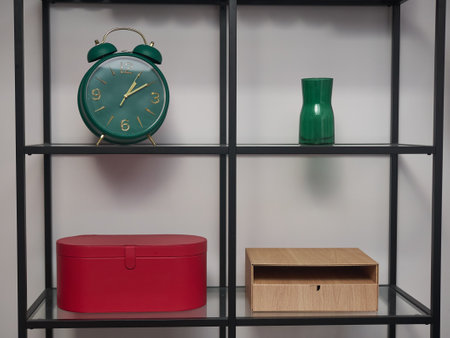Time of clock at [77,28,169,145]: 1:10
